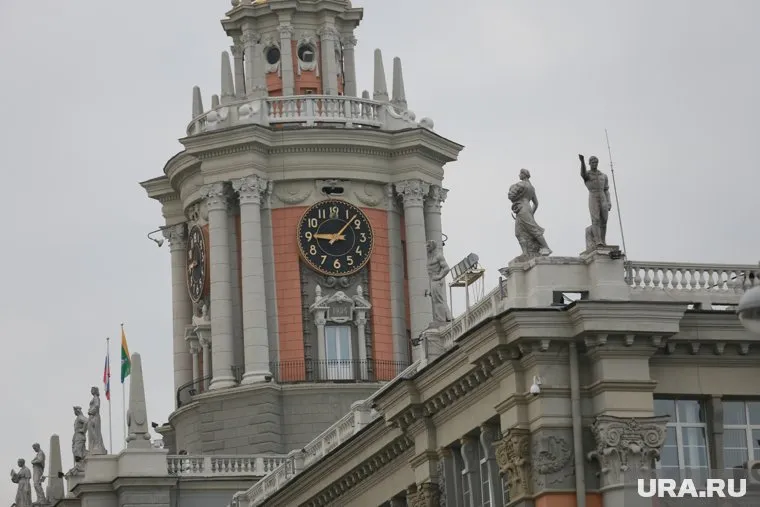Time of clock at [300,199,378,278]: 9:07
